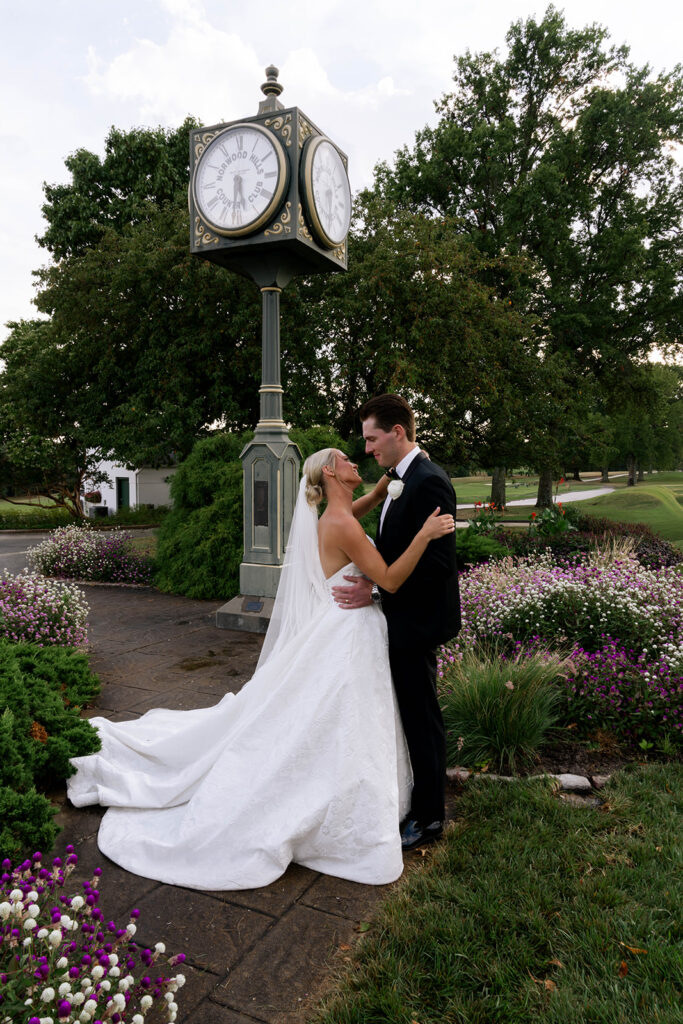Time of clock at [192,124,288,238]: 5:31
